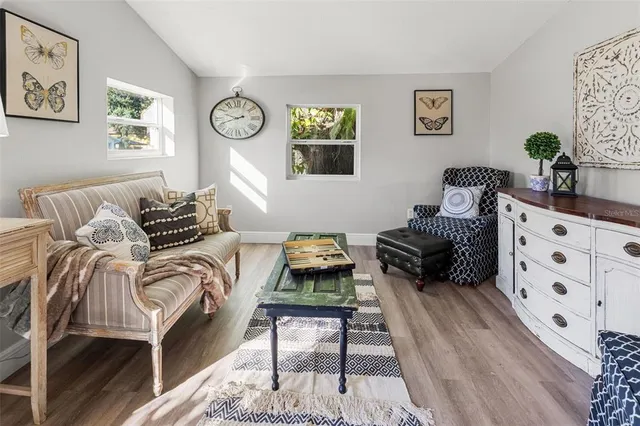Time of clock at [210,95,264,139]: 9:41
